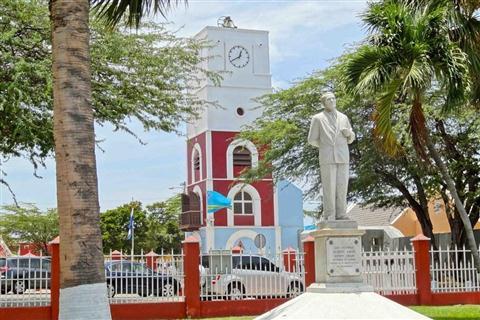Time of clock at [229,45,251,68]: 12:40
